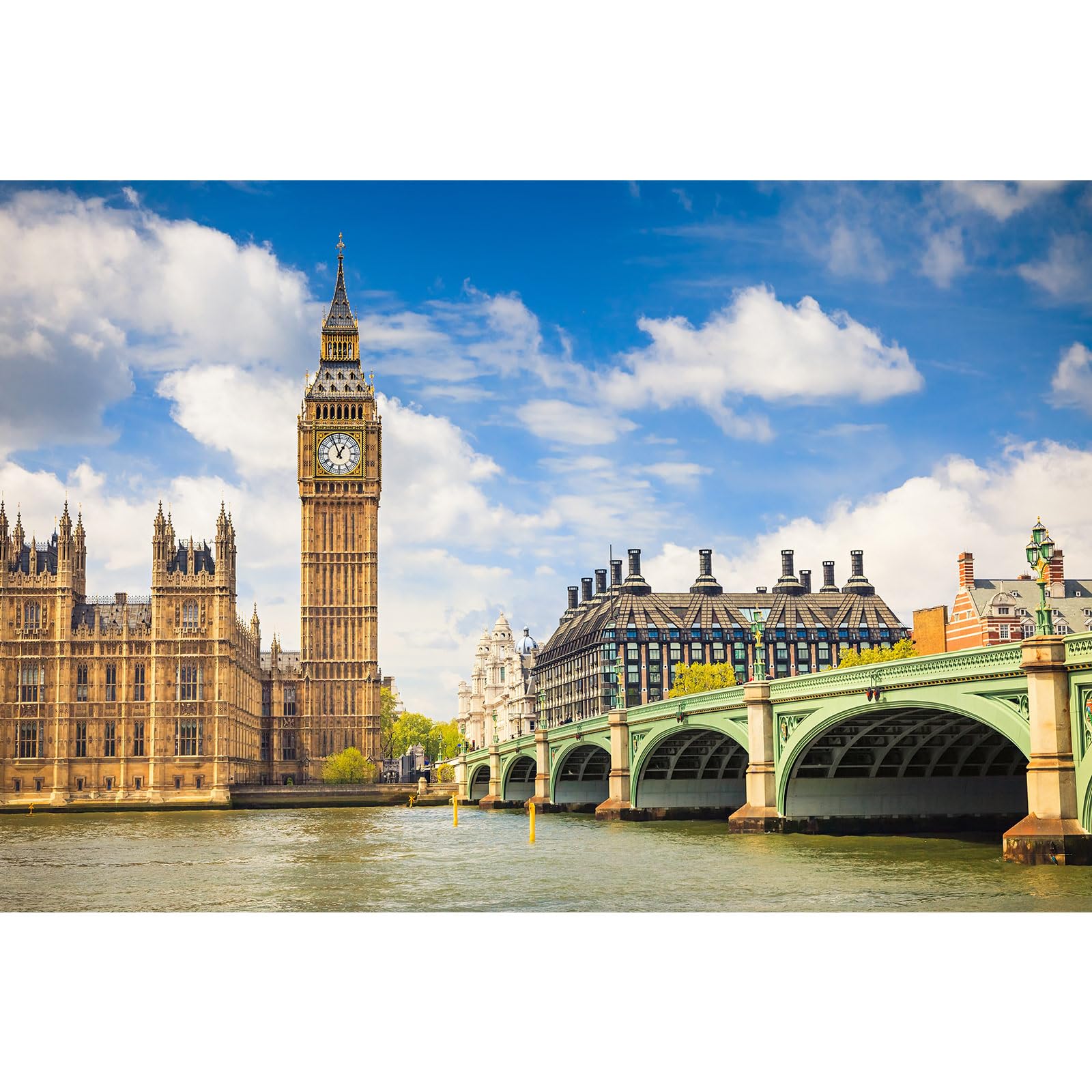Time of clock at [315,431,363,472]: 12:56
